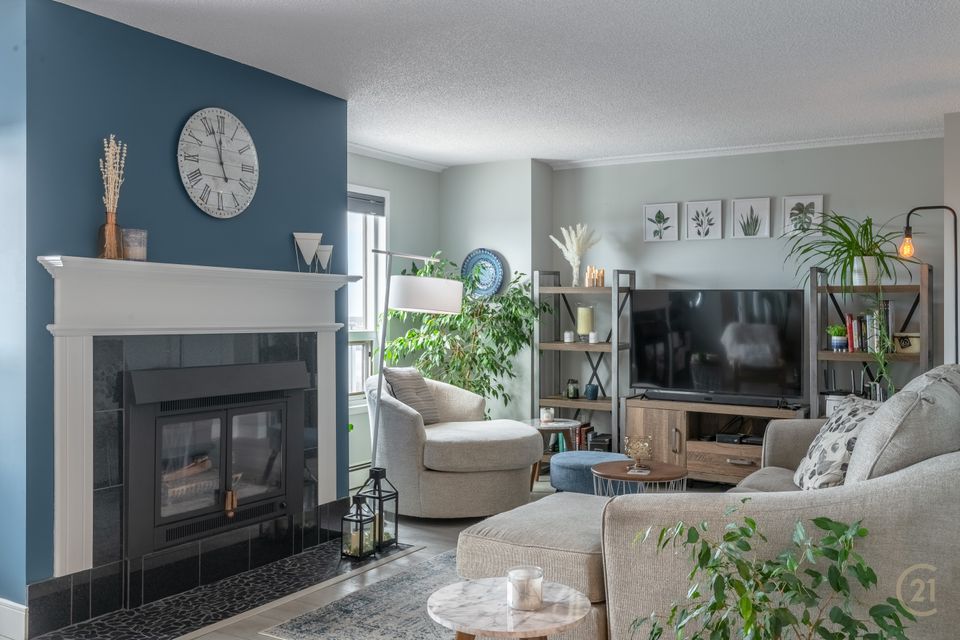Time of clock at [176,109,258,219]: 11:56
